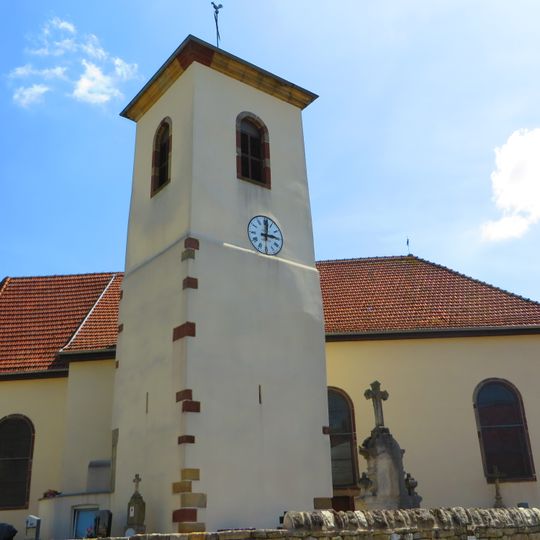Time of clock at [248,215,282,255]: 3:01
